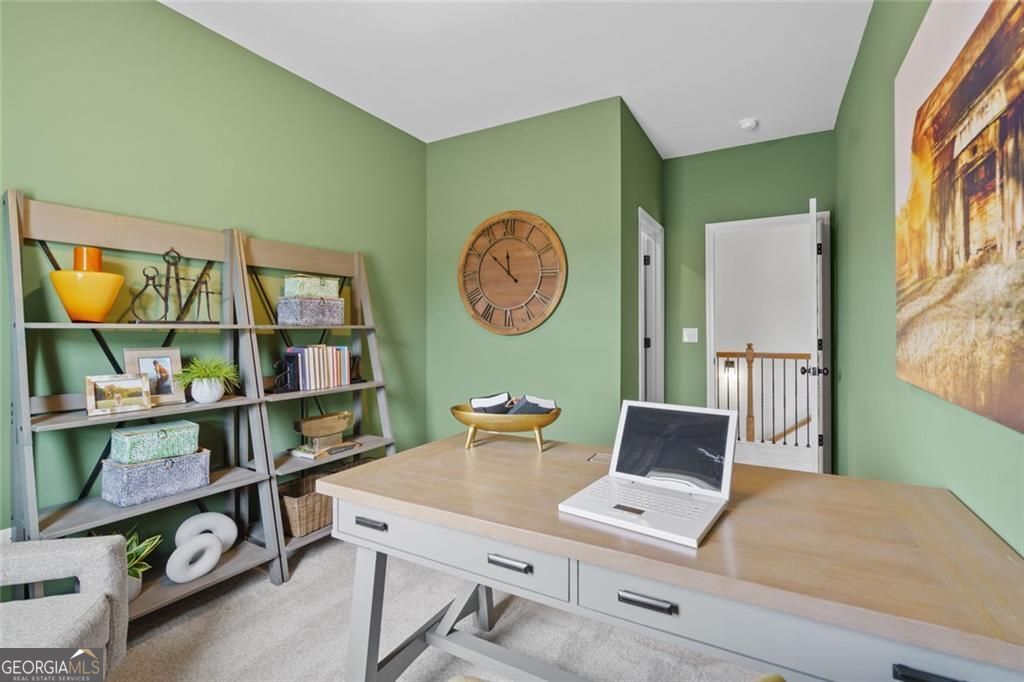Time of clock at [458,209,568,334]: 11:51
